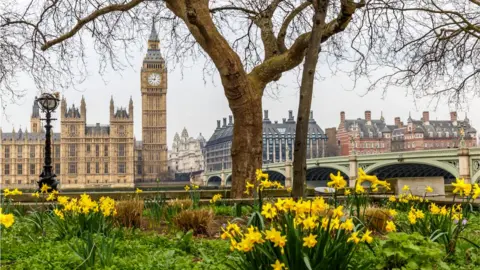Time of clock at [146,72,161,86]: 9:02
